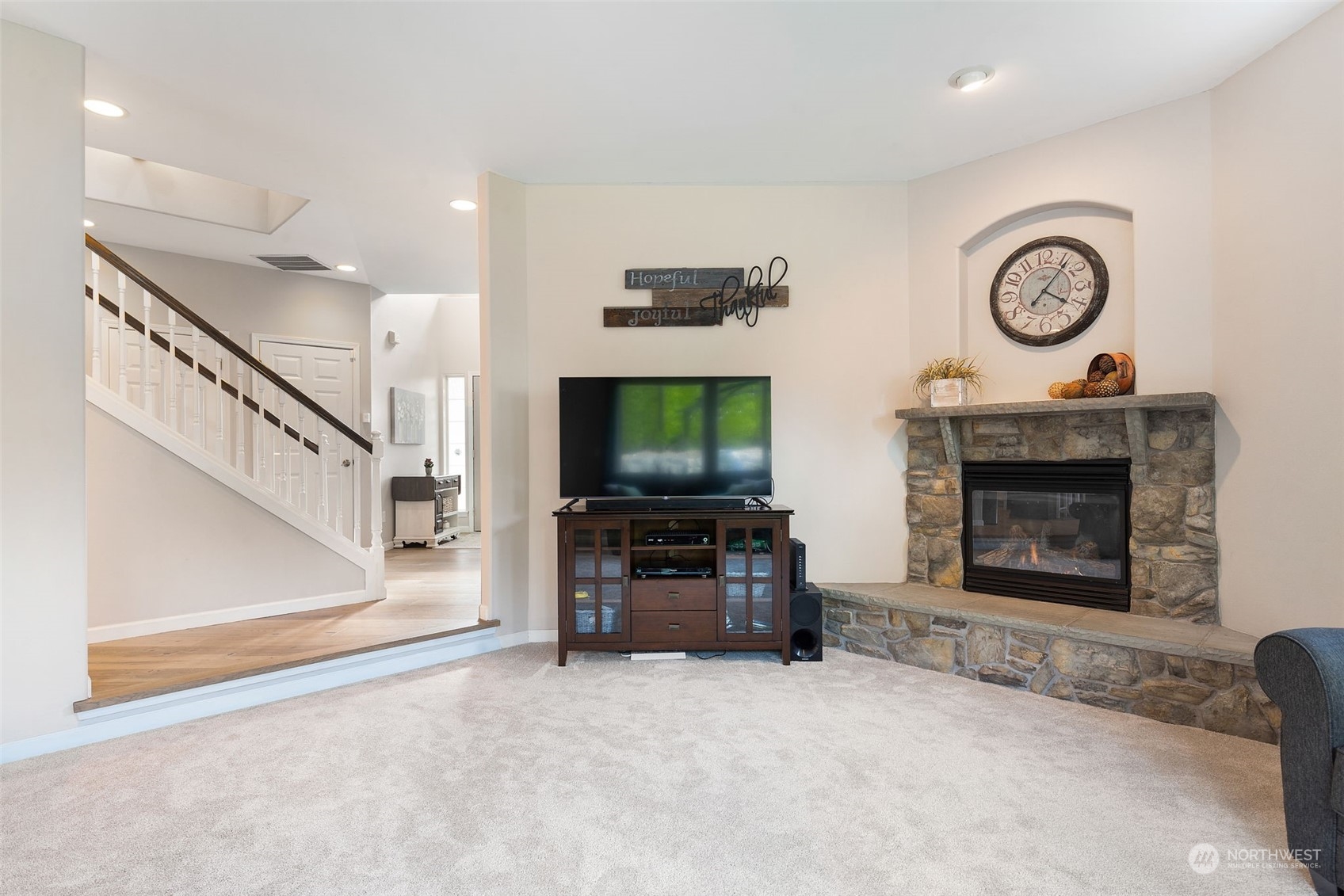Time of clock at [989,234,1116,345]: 4:06
